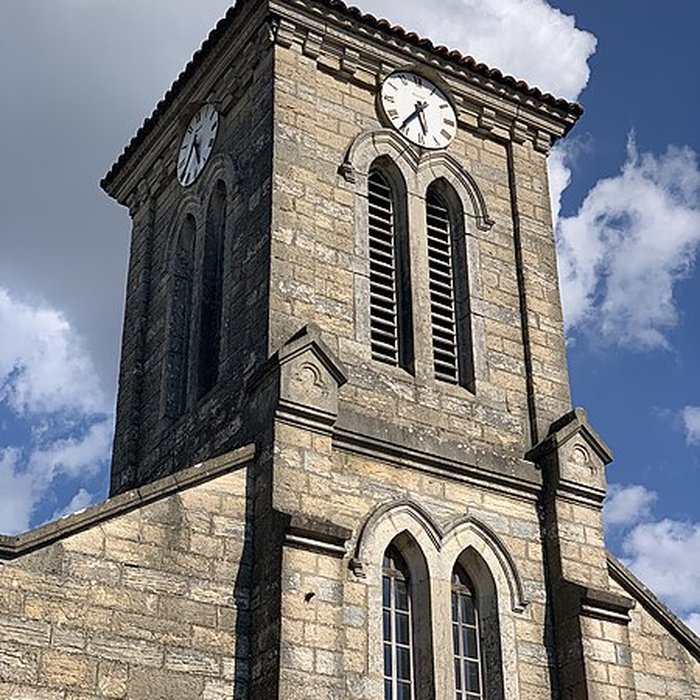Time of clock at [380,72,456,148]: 5:36
